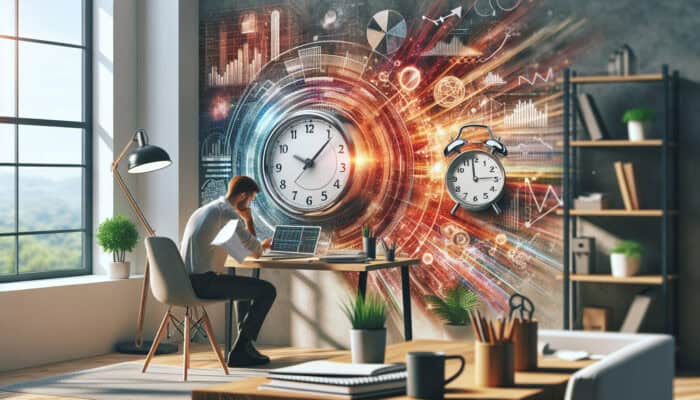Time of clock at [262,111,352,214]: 10:07
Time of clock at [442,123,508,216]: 2:58
